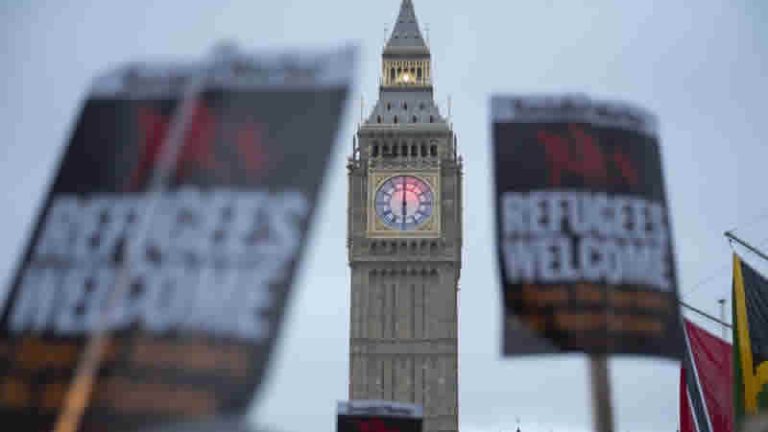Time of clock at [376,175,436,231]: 6:00
